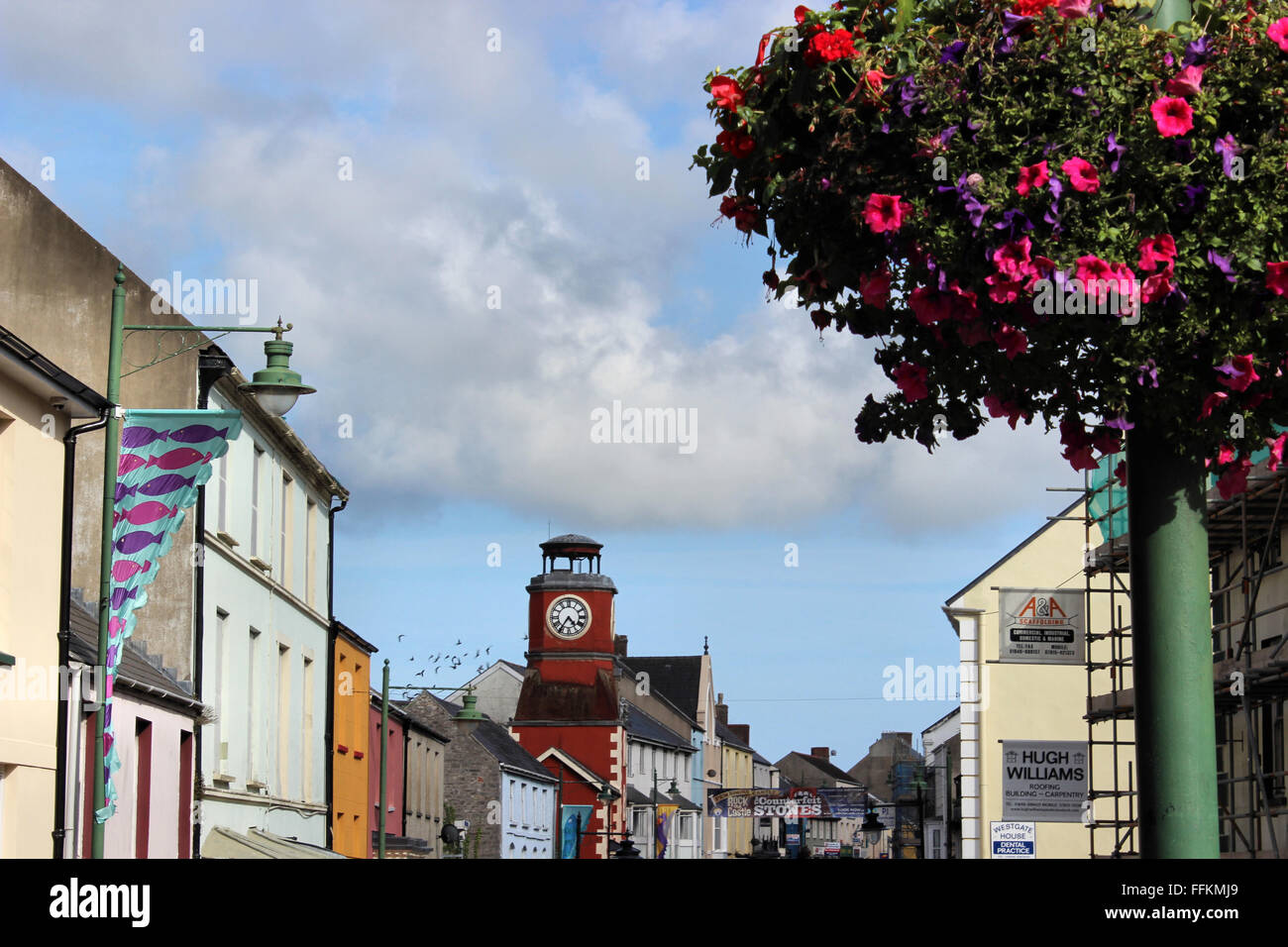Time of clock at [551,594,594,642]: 4:35
